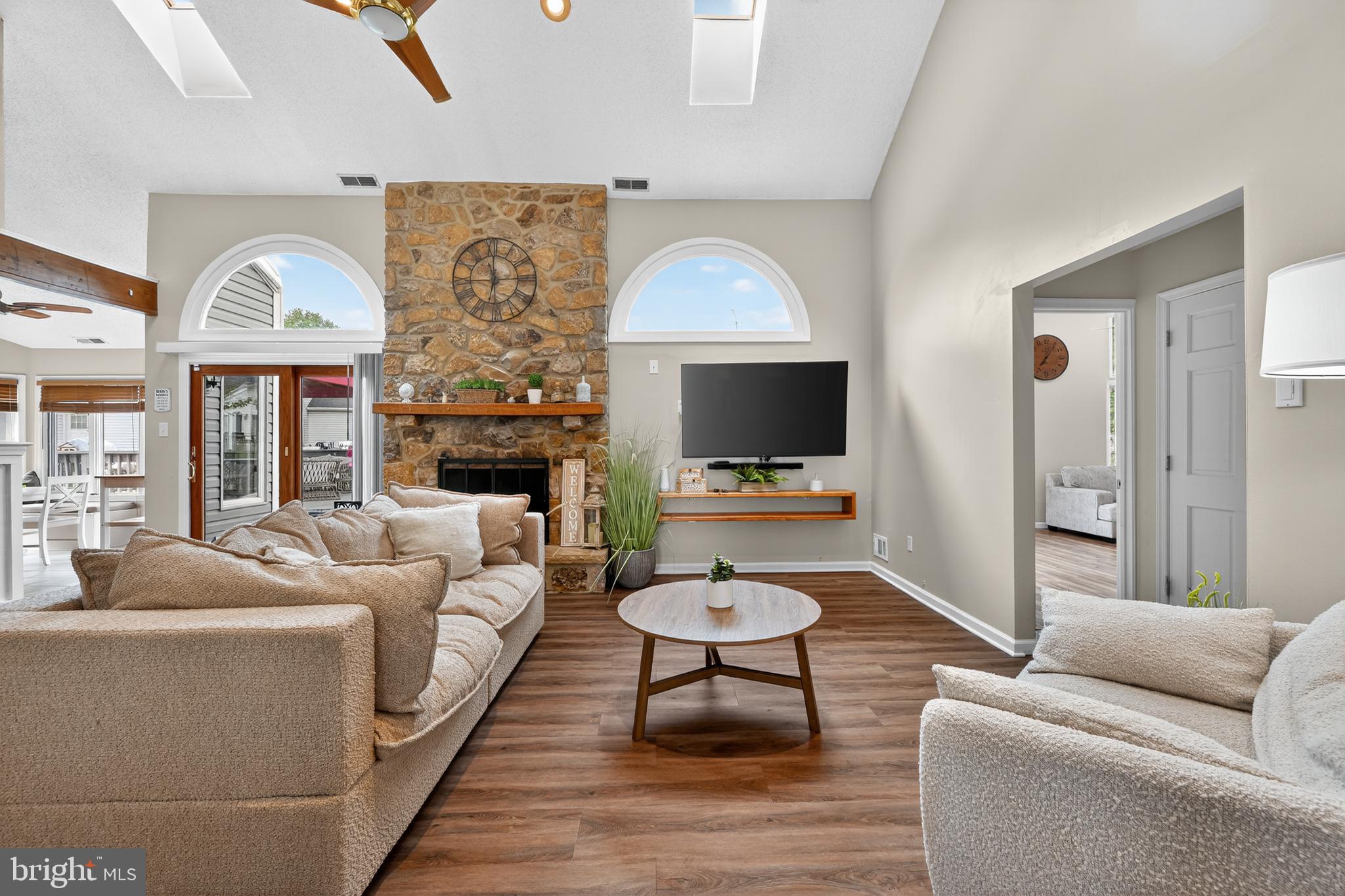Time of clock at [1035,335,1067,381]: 7:05
